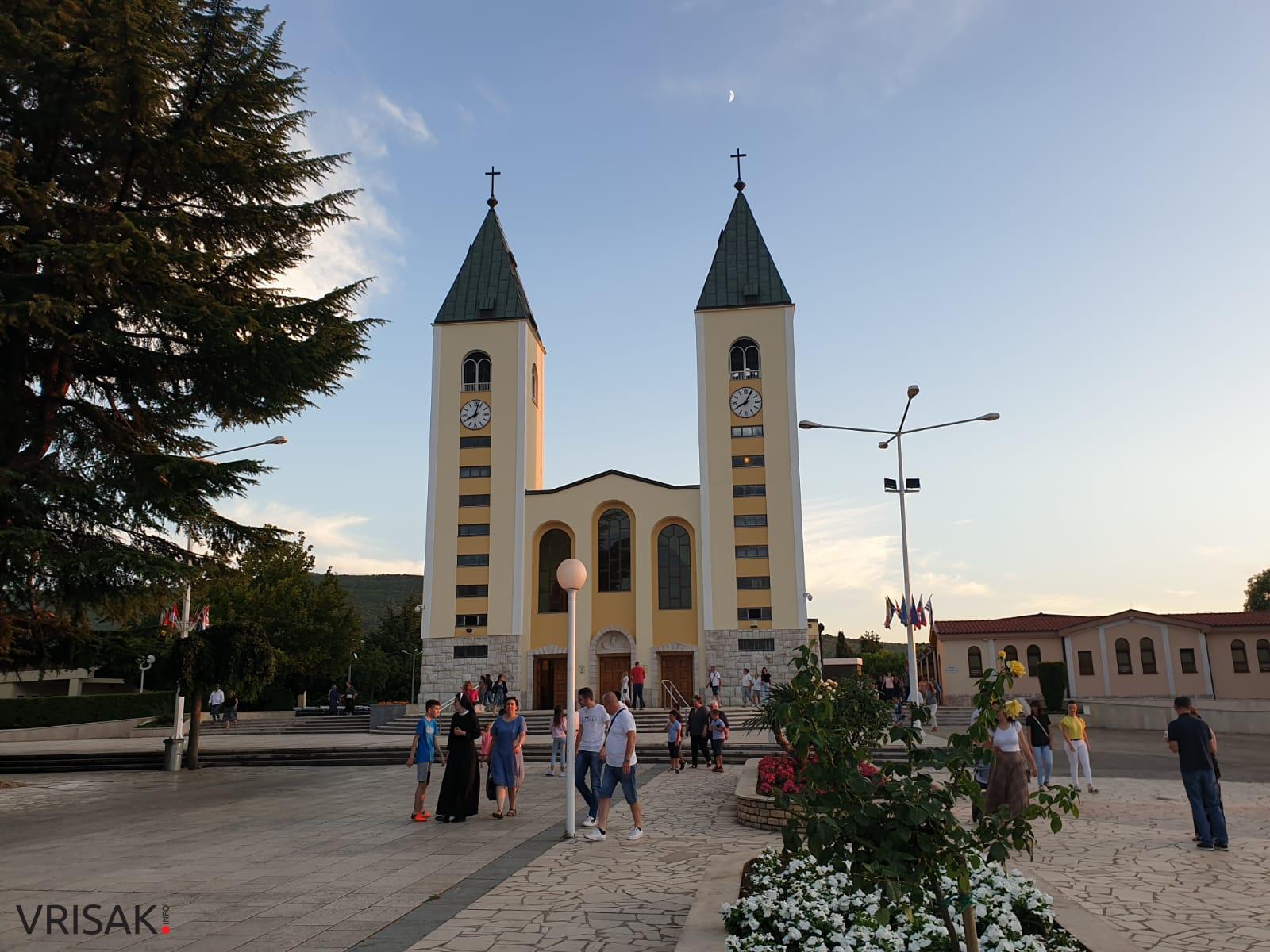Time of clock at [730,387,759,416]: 8:04
